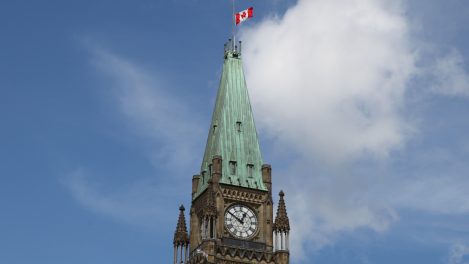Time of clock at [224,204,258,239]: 12:50
